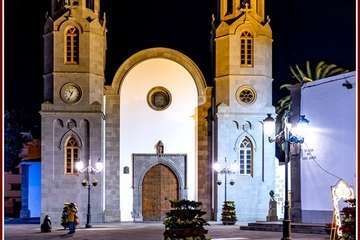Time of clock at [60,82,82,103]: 10:34
